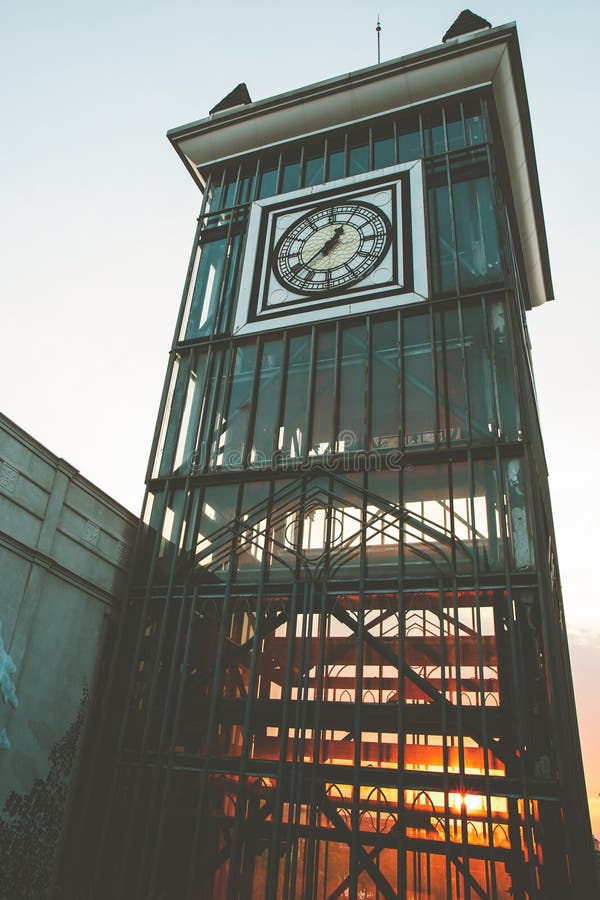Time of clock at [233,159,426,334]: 12:38
